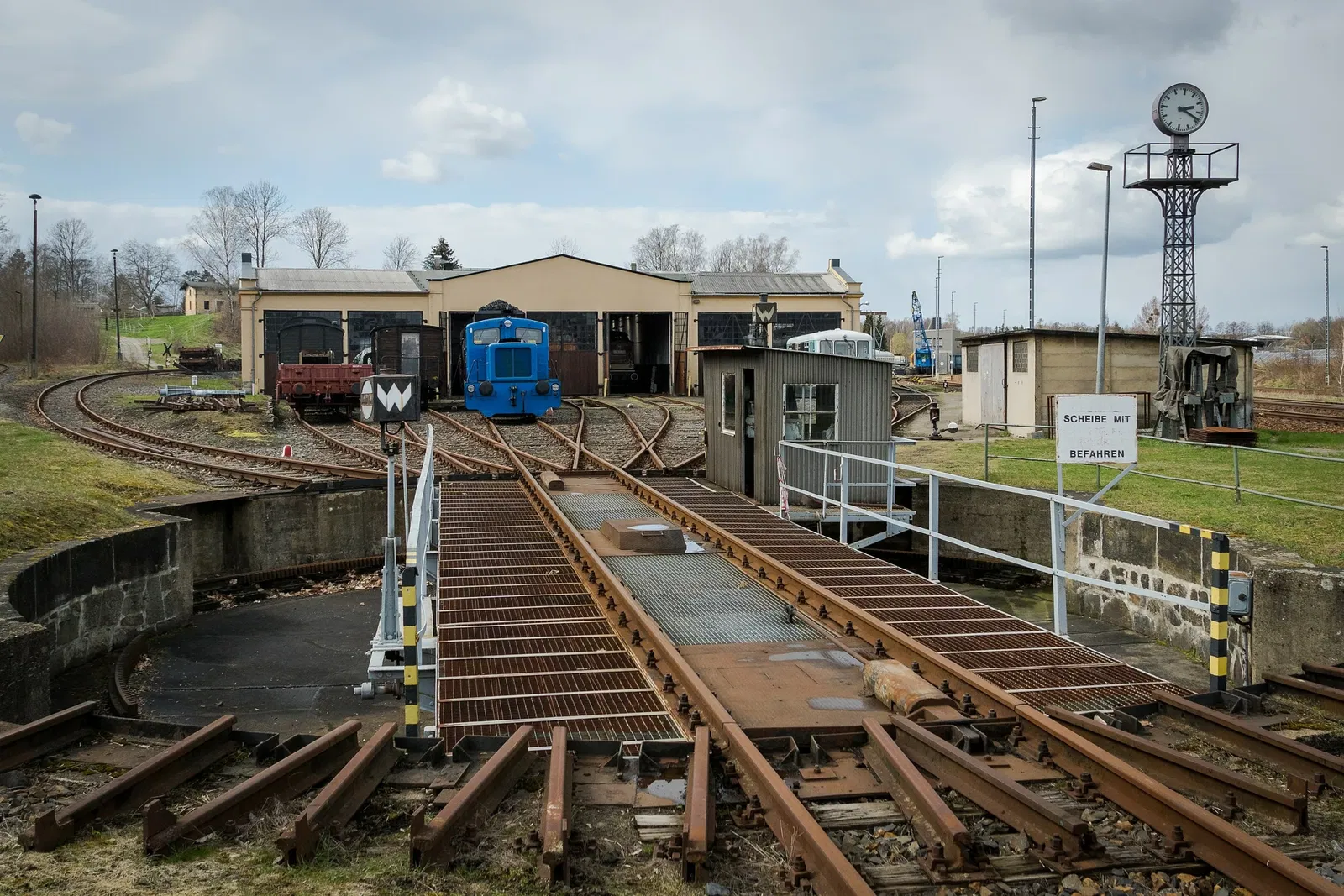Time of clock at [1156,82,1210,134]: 2:18
